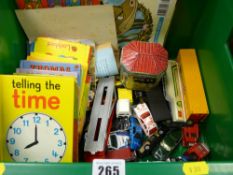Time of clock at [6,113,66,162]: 7:59
